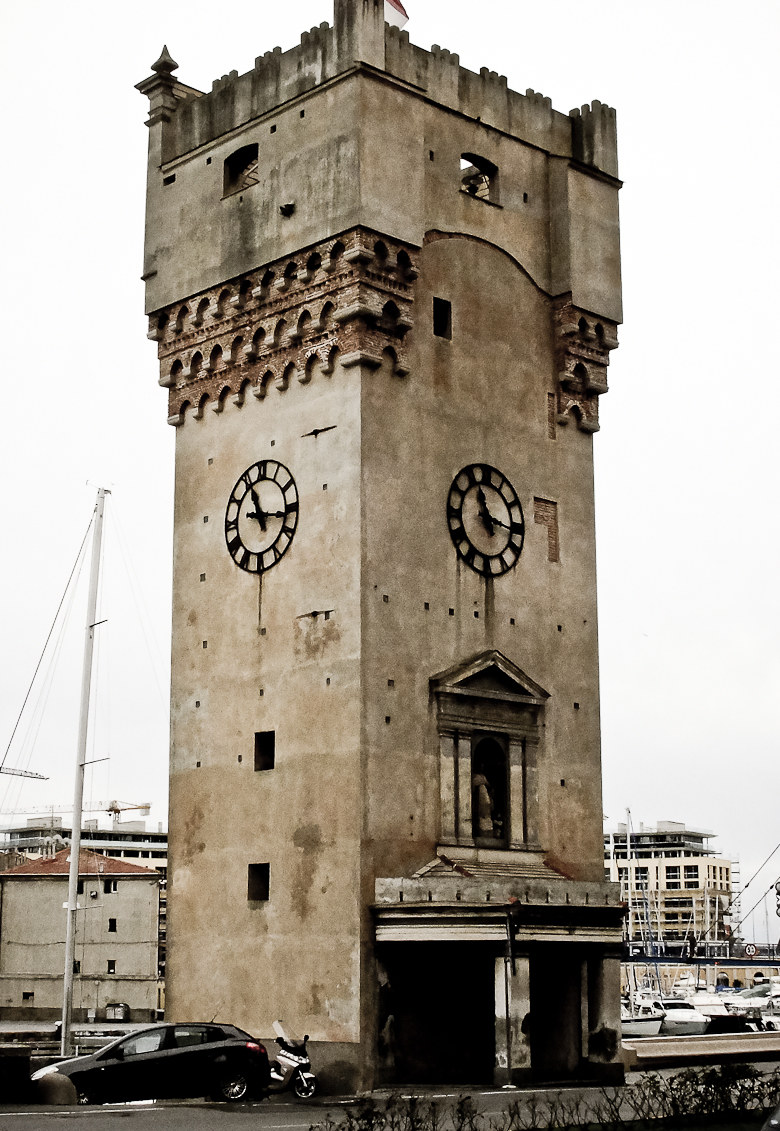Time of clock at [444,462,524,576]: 11:17
